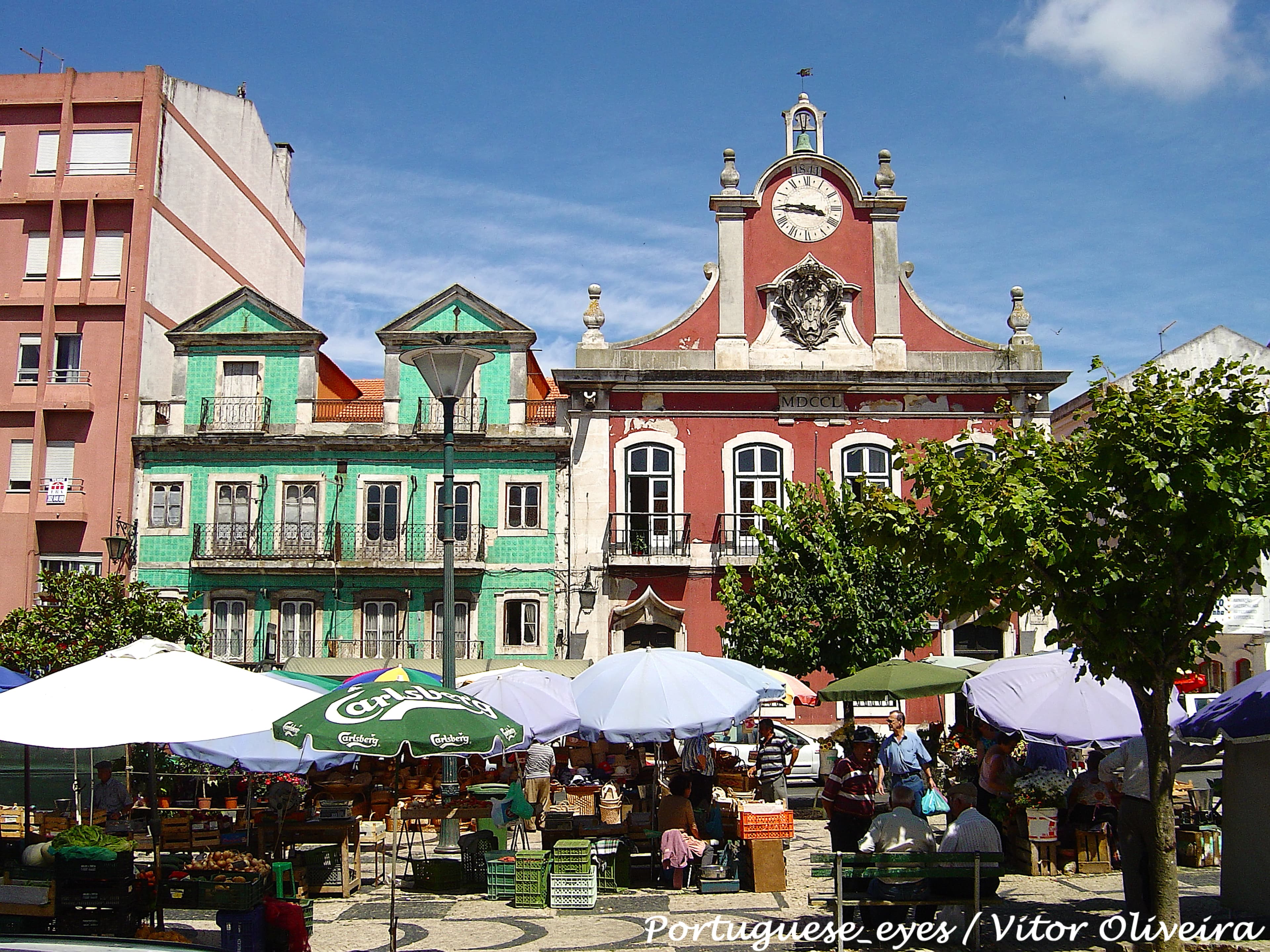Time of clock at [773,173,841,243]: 3:45
